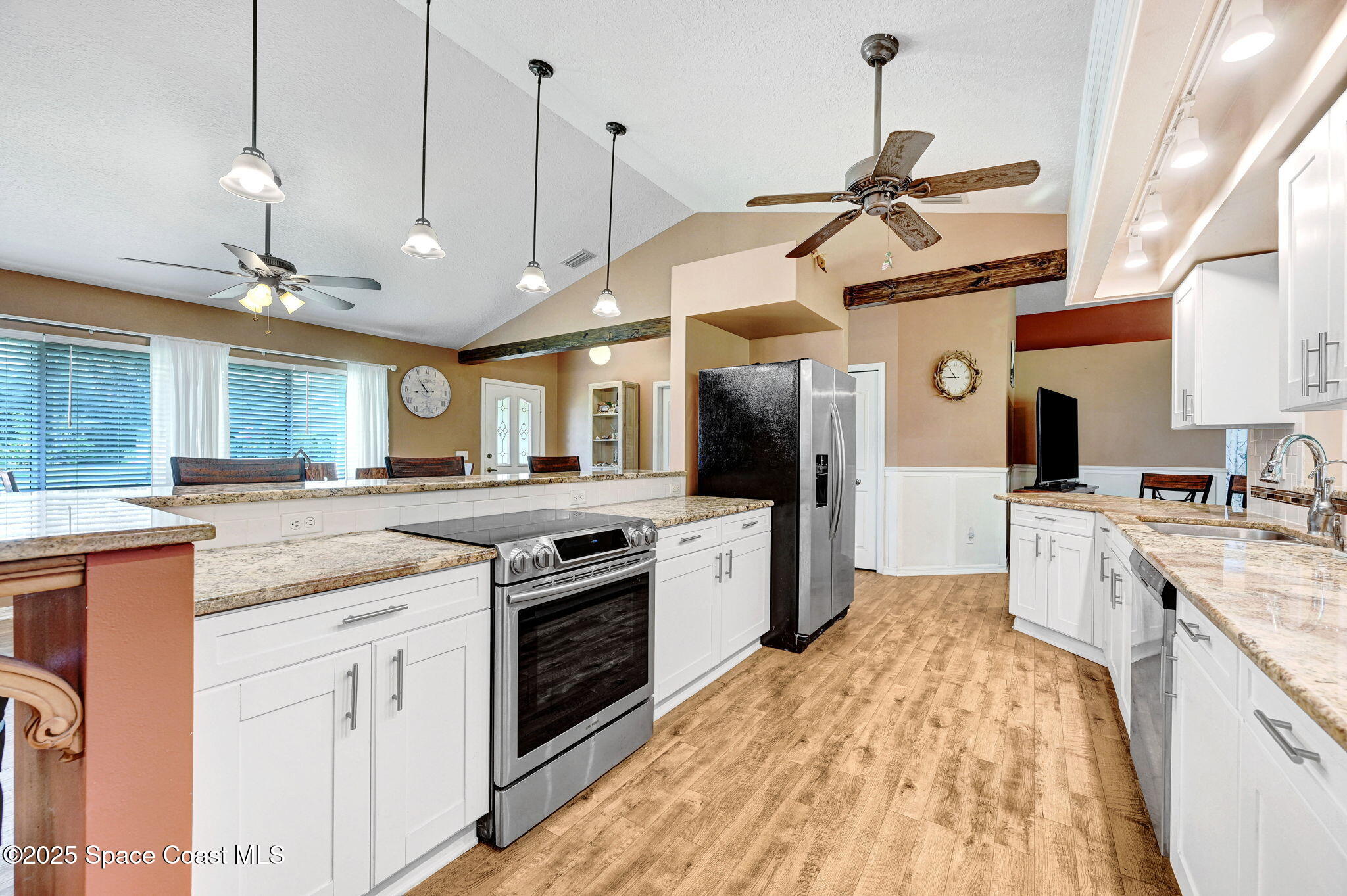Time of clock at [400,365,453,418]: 10:43
